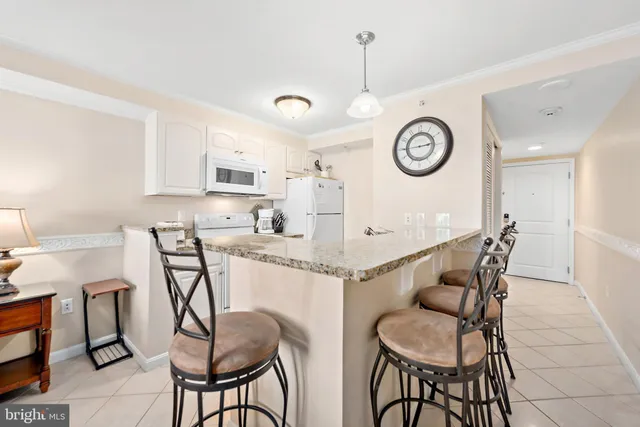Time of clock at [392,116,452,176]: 2:44
